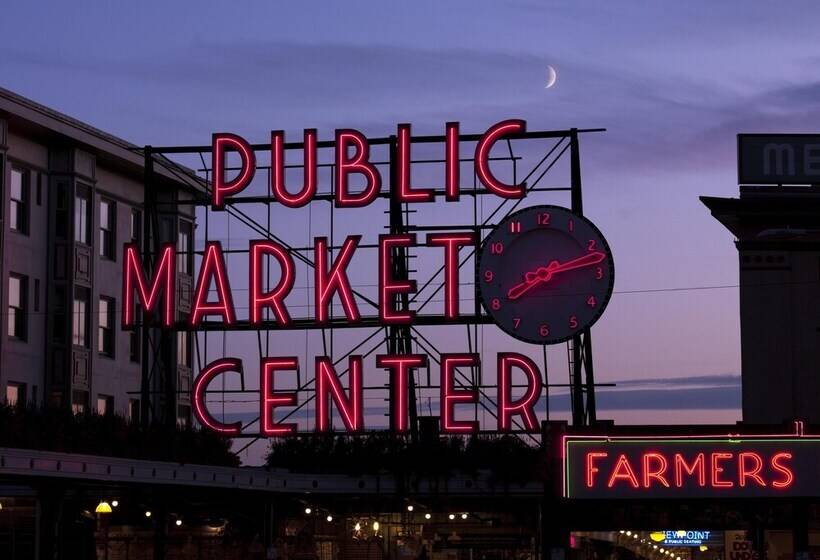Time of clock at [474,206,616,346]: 8:13
